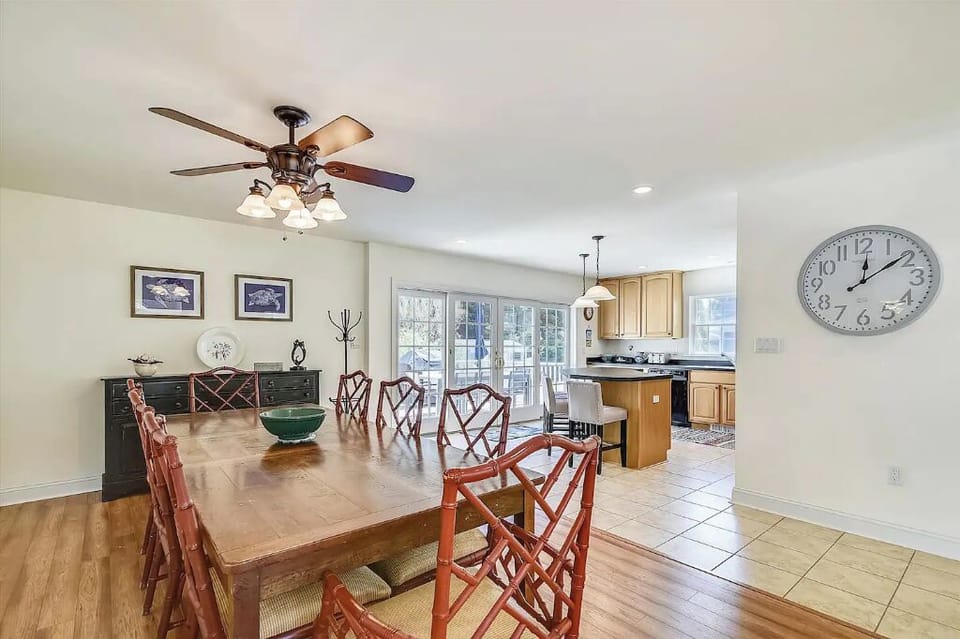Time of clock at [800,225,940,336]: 12:09
